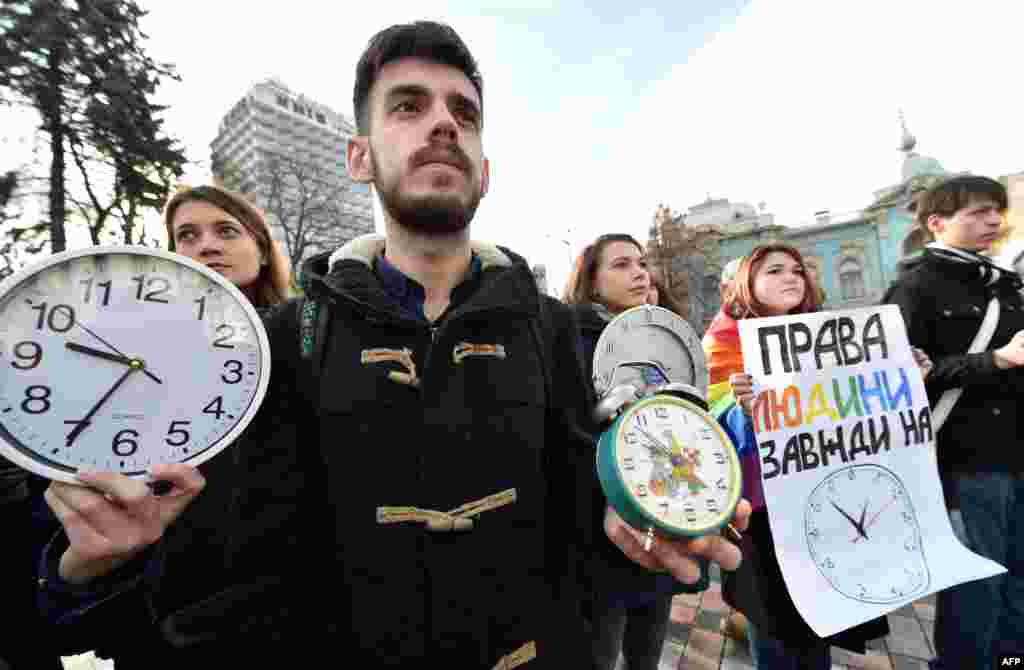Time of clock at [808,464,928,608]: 12:52
